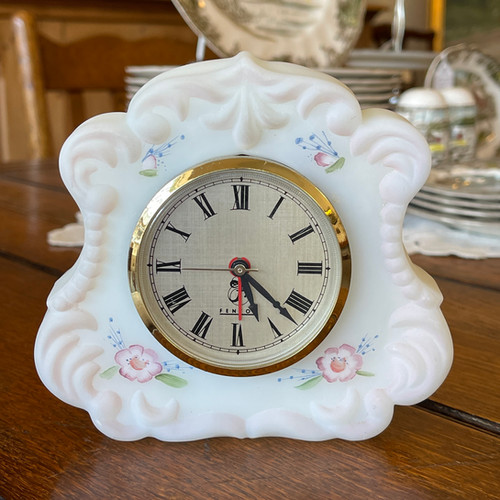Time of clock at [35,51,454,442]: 5:22
